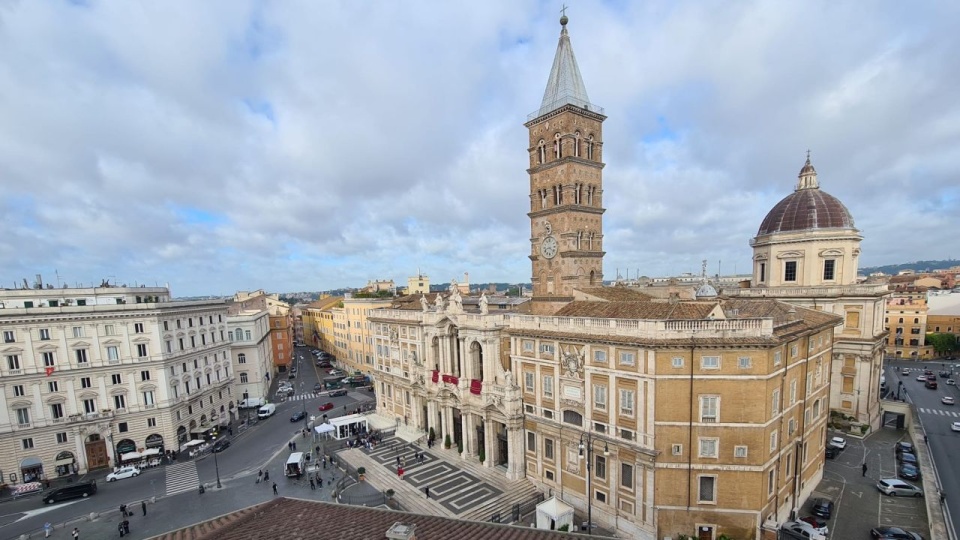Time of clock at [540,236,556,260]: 8:21
